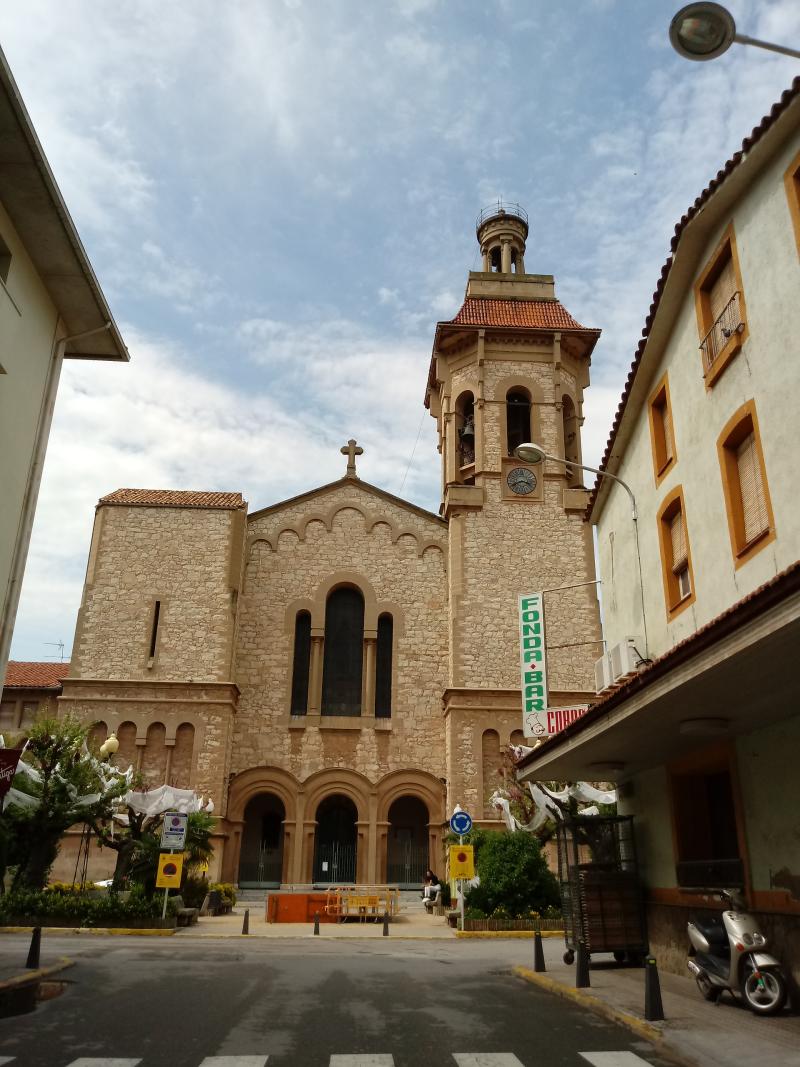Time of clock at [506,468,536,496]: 3:40
